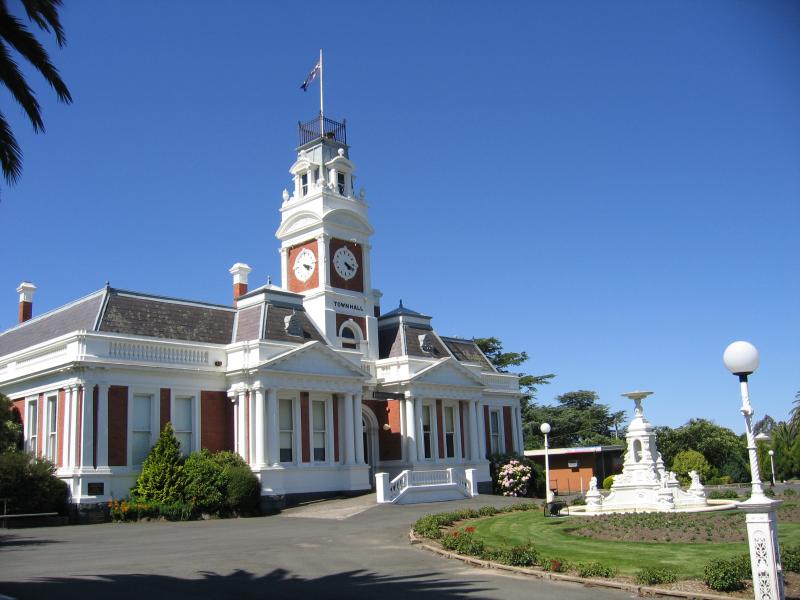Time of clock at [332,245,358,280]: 4:18
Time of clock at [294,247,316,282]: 4:18
